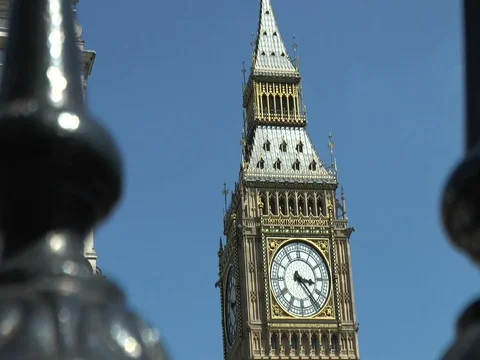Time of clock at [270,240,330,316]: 3:23
